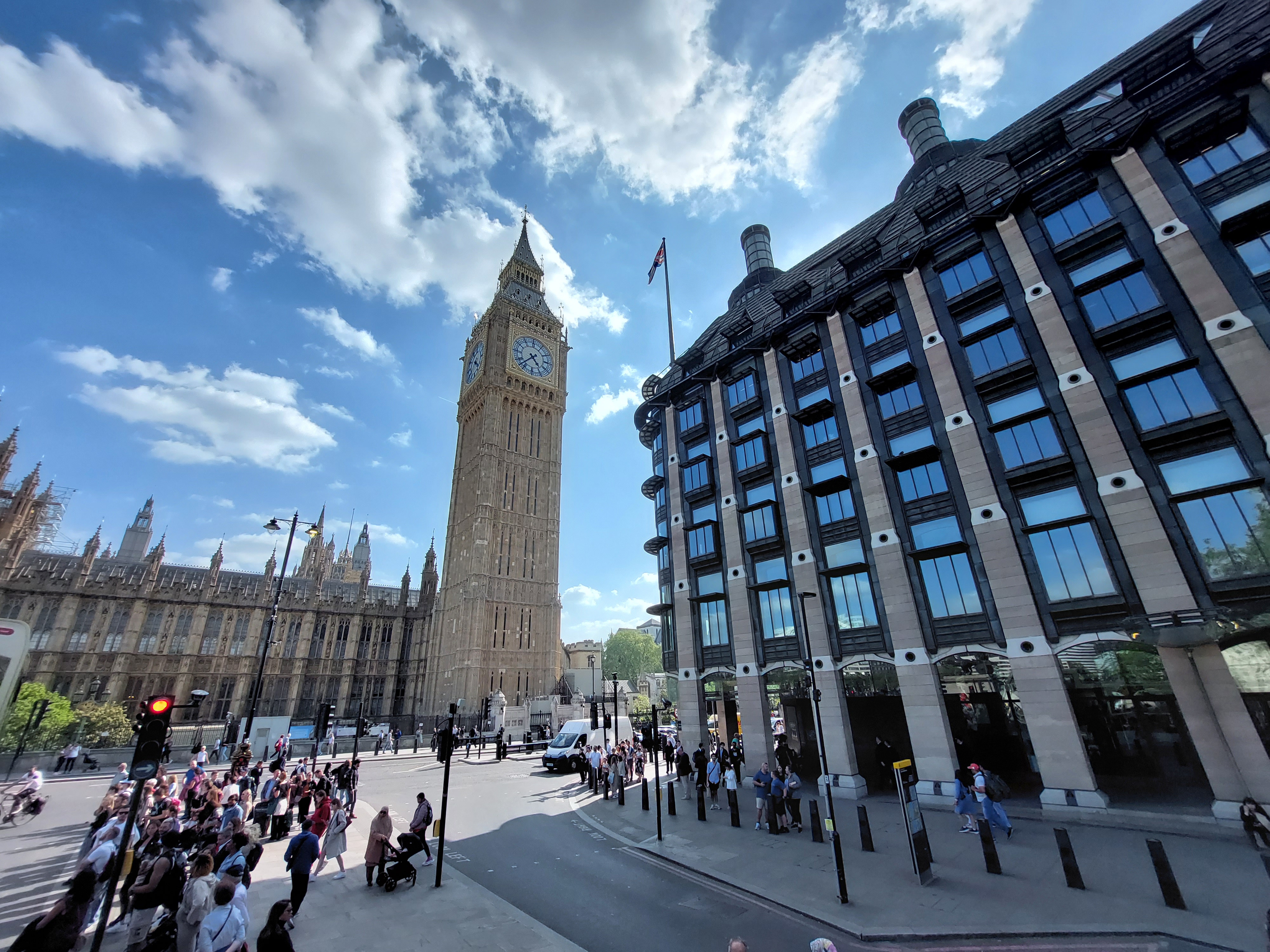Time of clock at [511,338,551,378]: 4:37
